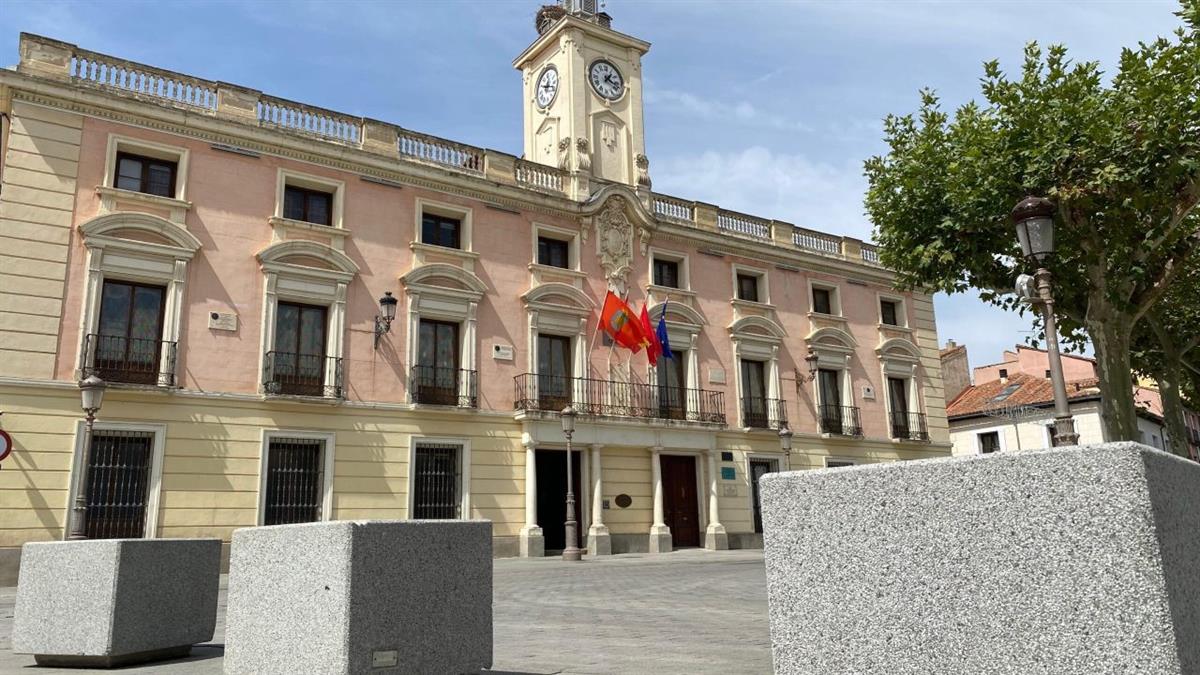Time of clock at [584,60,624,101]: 1:18
